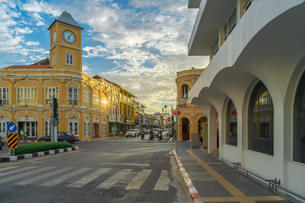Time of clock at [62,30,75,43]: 6:06
